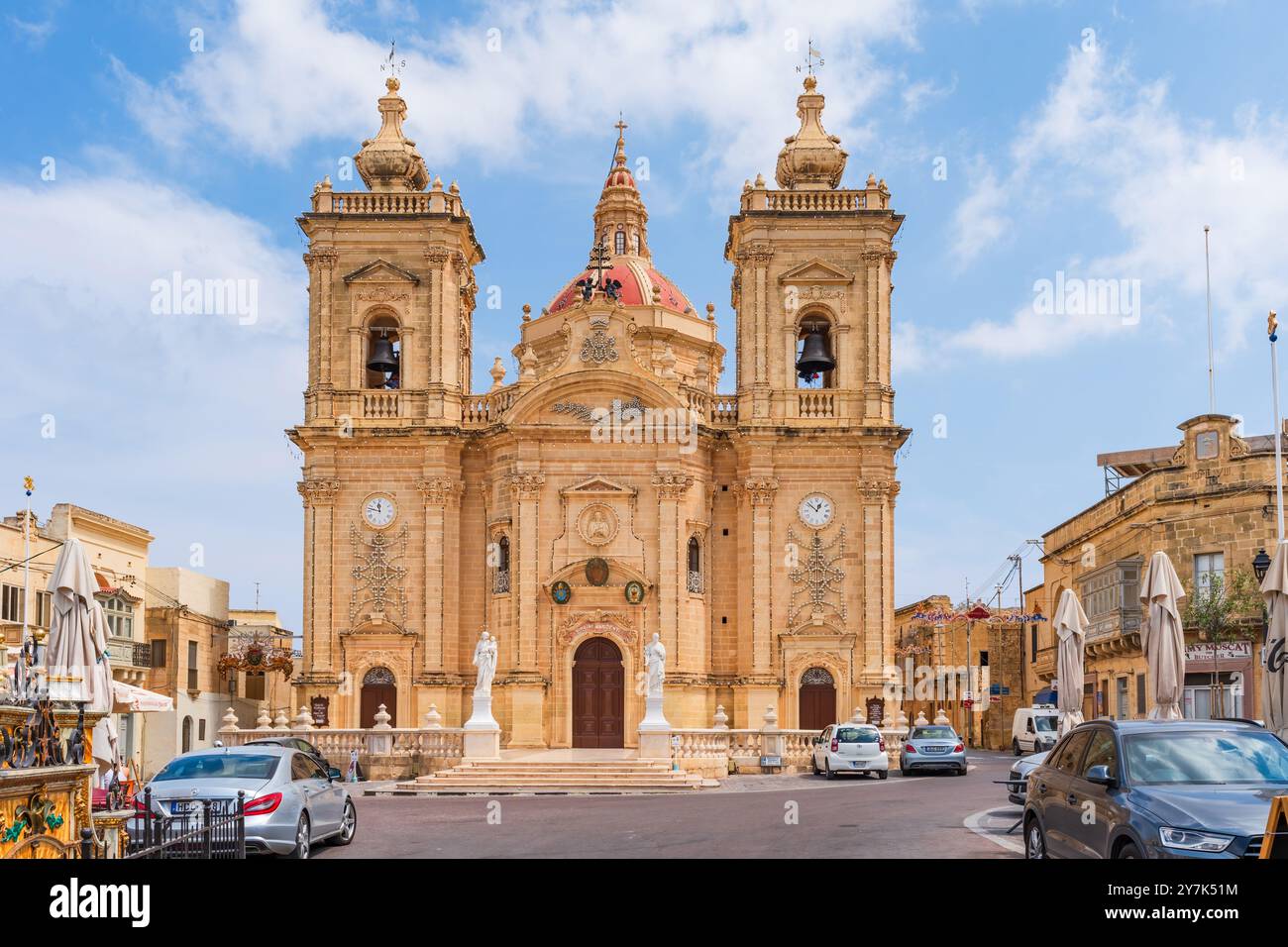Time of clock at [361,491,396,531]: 11:47
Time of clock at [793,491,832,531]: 12:52
